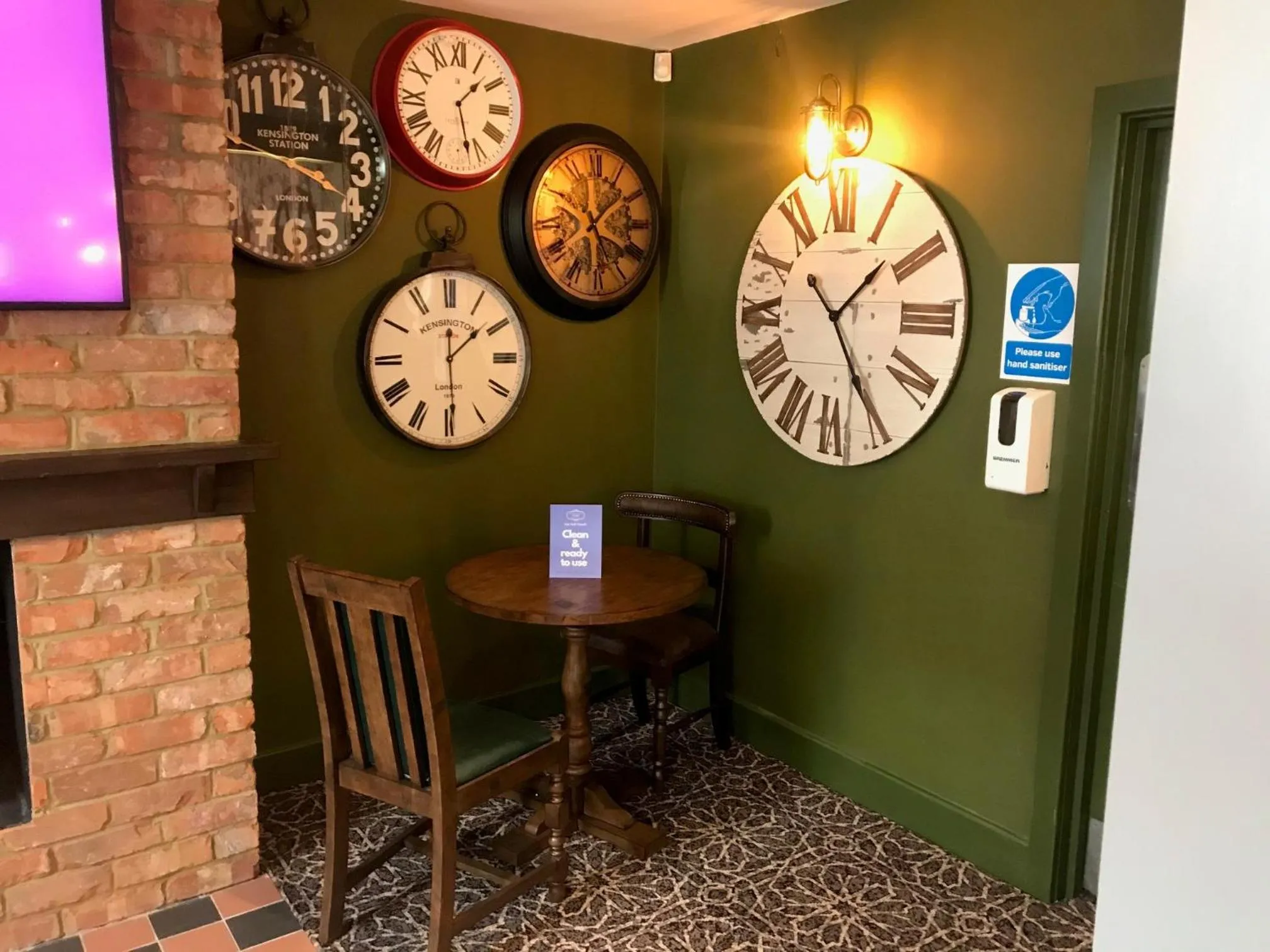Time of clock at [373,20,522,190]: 1:27
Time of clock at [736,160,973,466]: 1:24
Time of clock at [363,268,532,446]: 1:29
